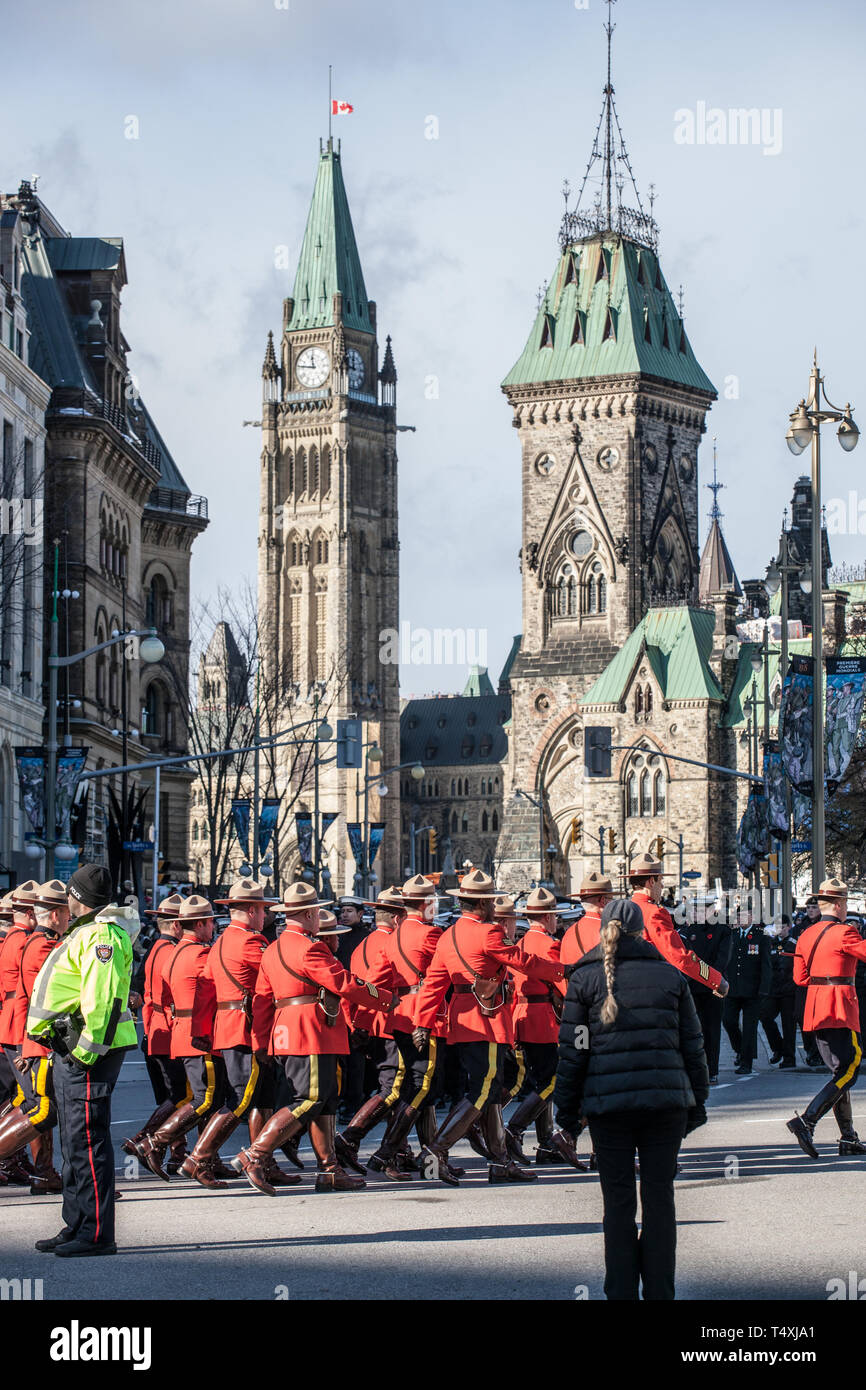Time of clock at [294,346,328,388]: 11:46
